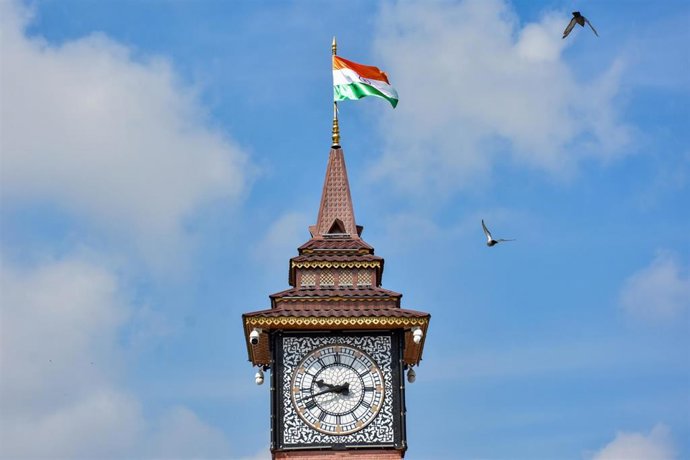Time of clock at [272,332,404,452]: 9:42
